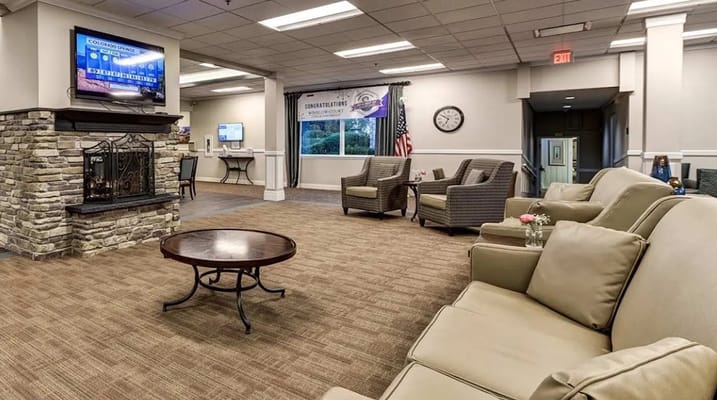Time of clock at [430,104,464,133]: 6:50
